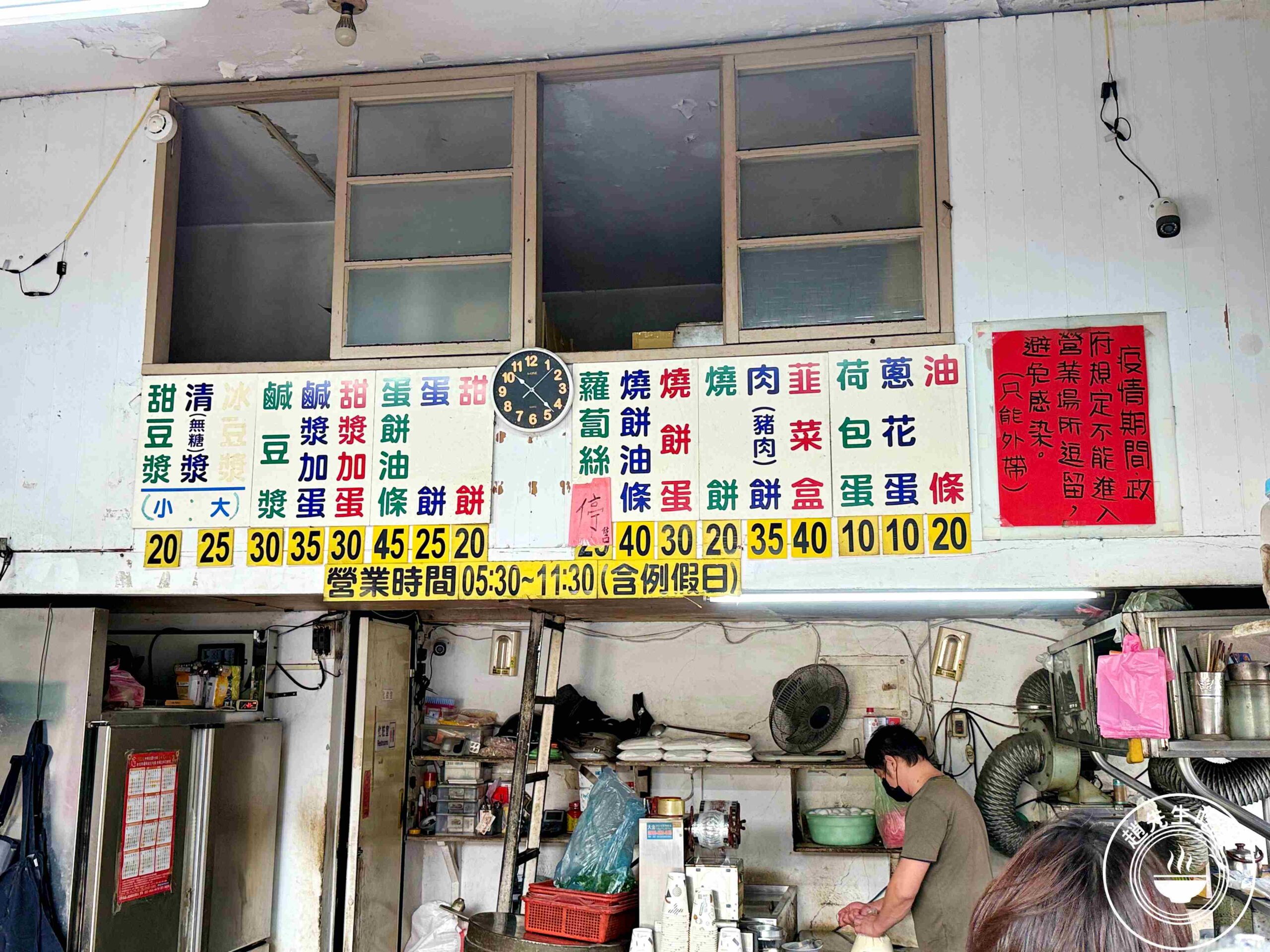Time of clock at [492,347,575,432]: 10:22
